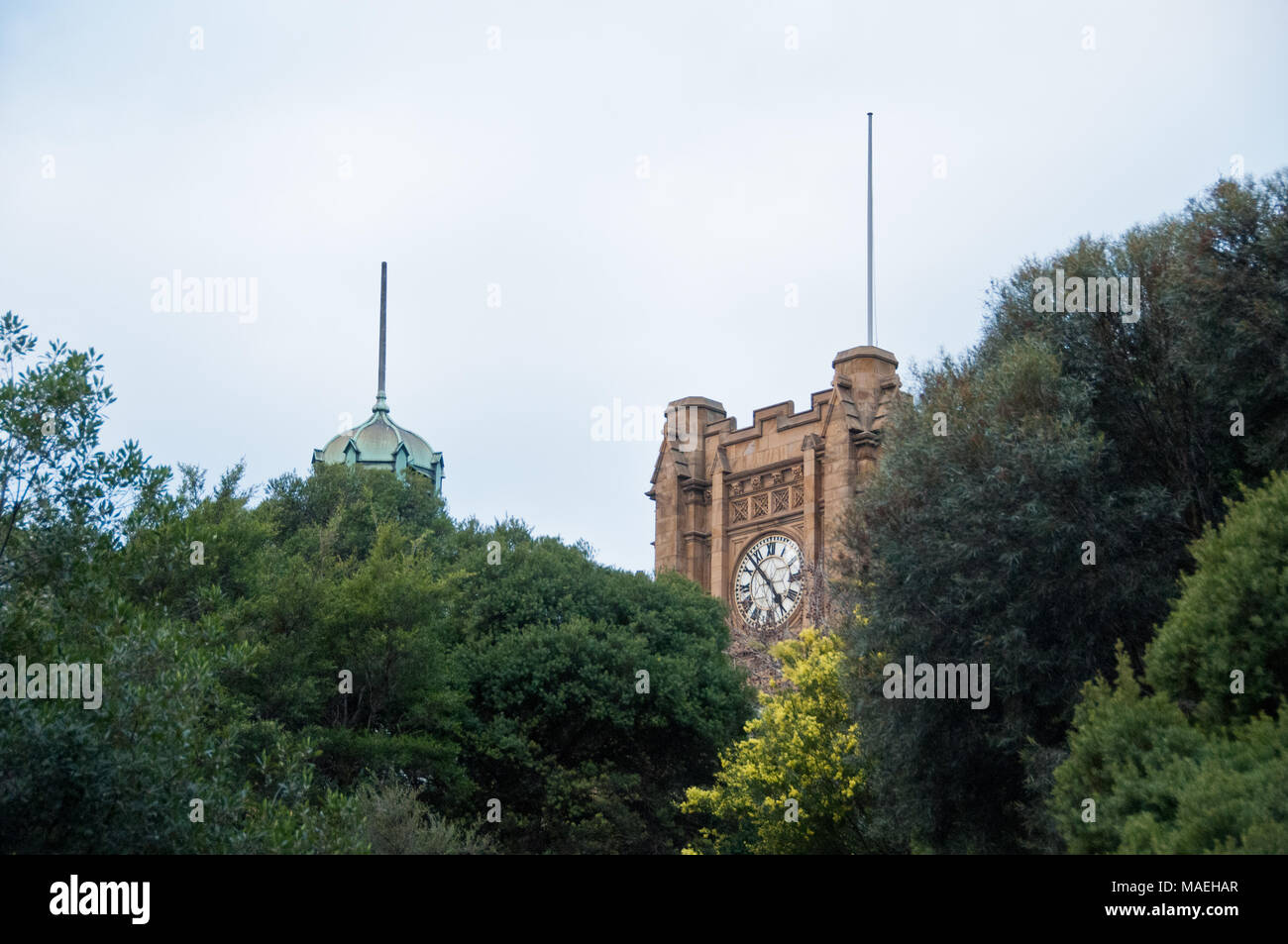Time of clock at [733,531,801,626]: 4:52
